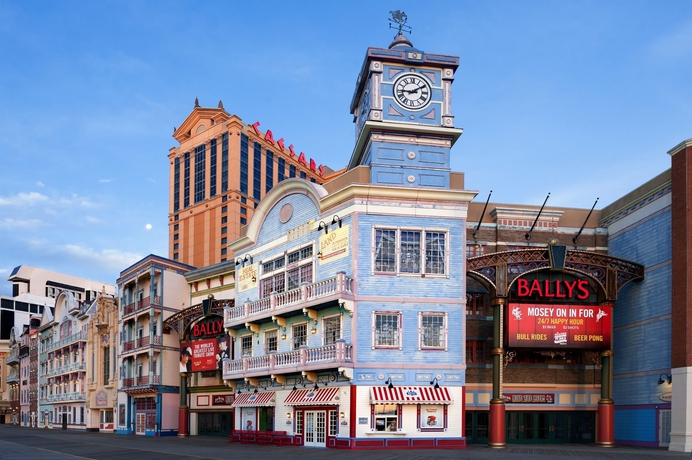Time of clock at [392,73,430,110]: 9:09
